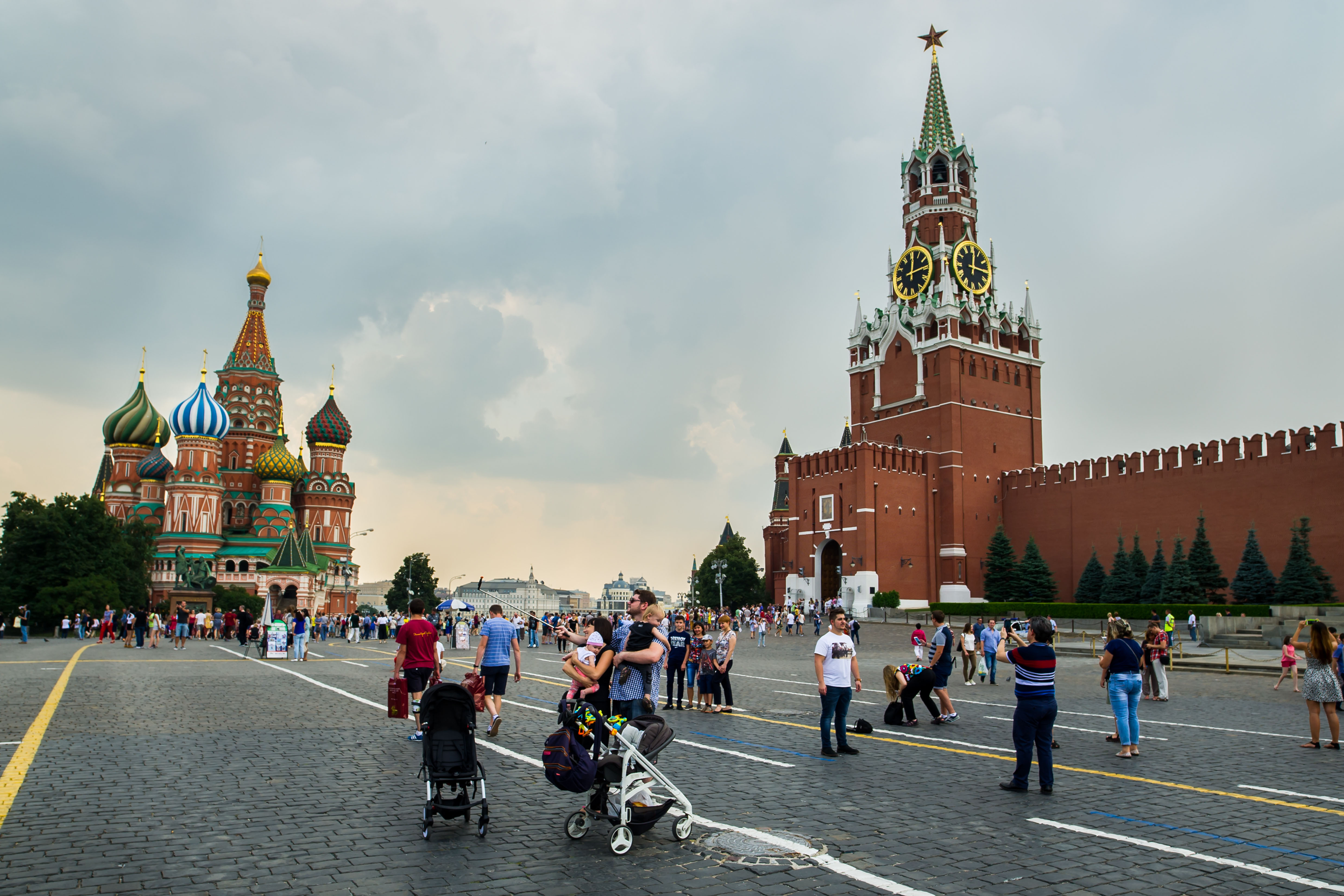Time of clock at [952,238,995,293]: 12:15
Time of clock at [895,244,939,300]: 12:14
